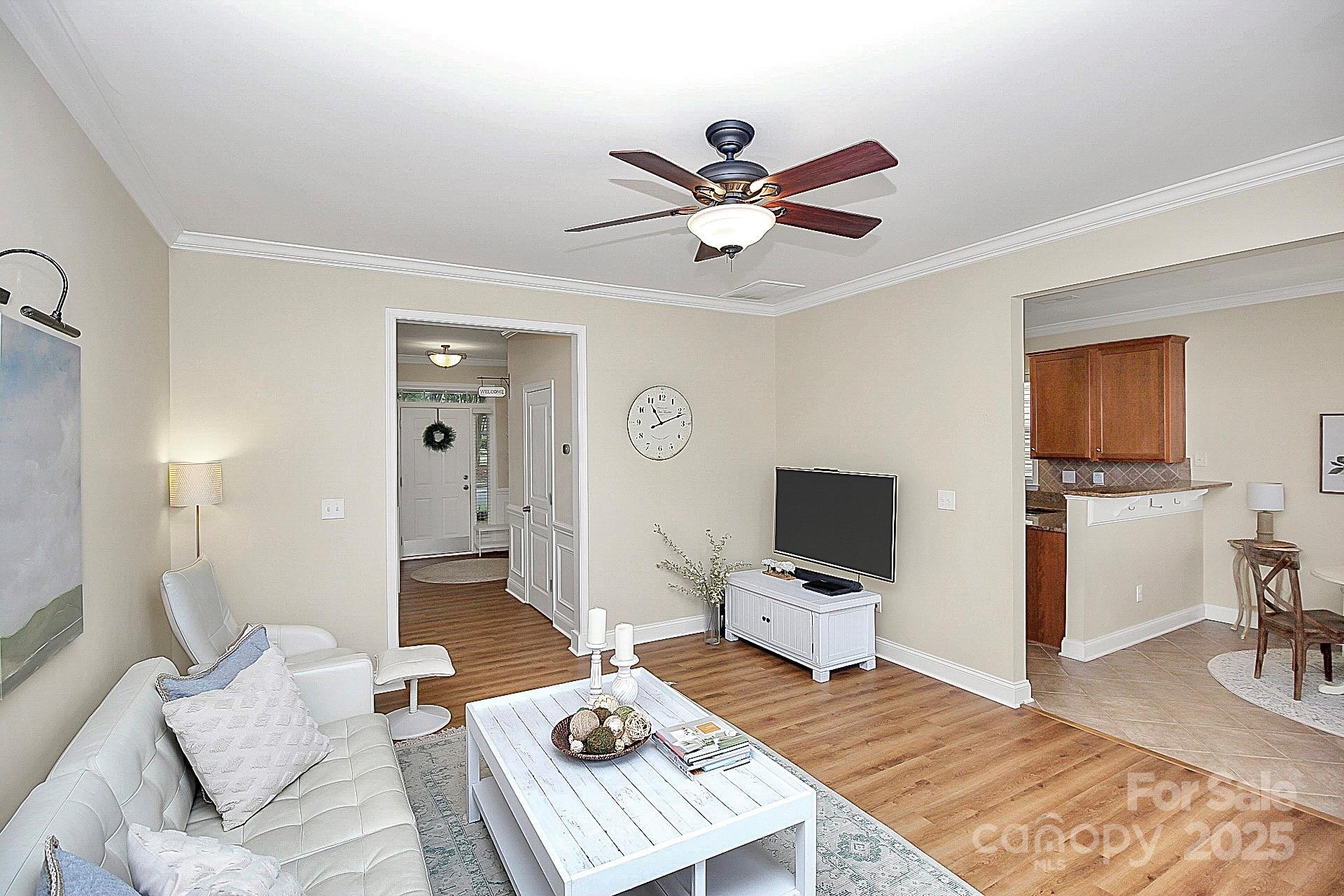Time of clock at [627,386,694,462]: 11:11
